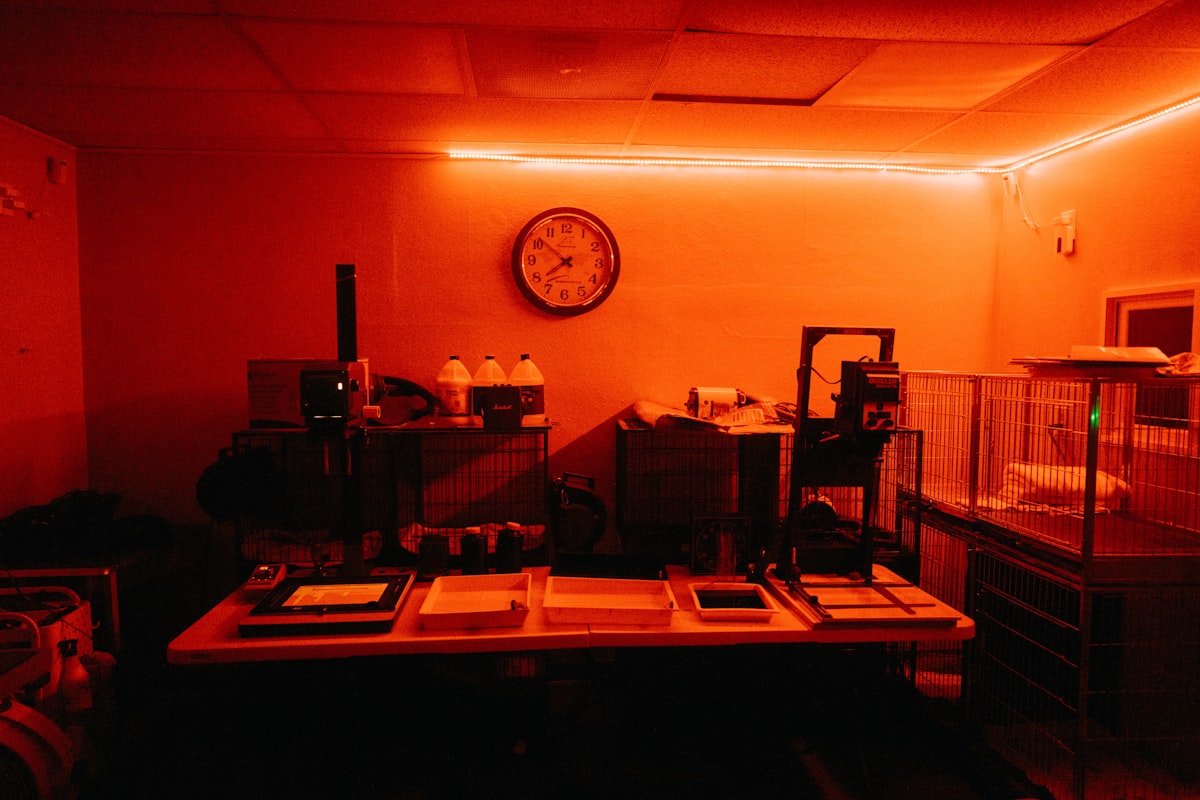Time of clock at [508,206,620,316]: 7:51
